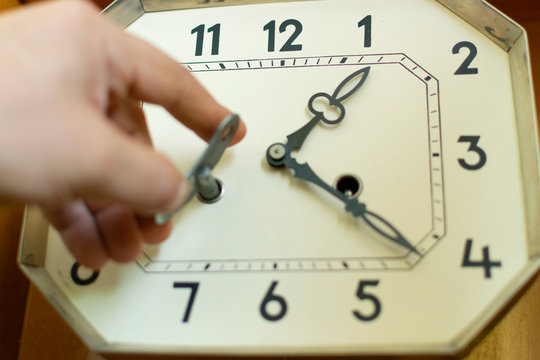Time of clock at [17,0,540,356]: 1:21
